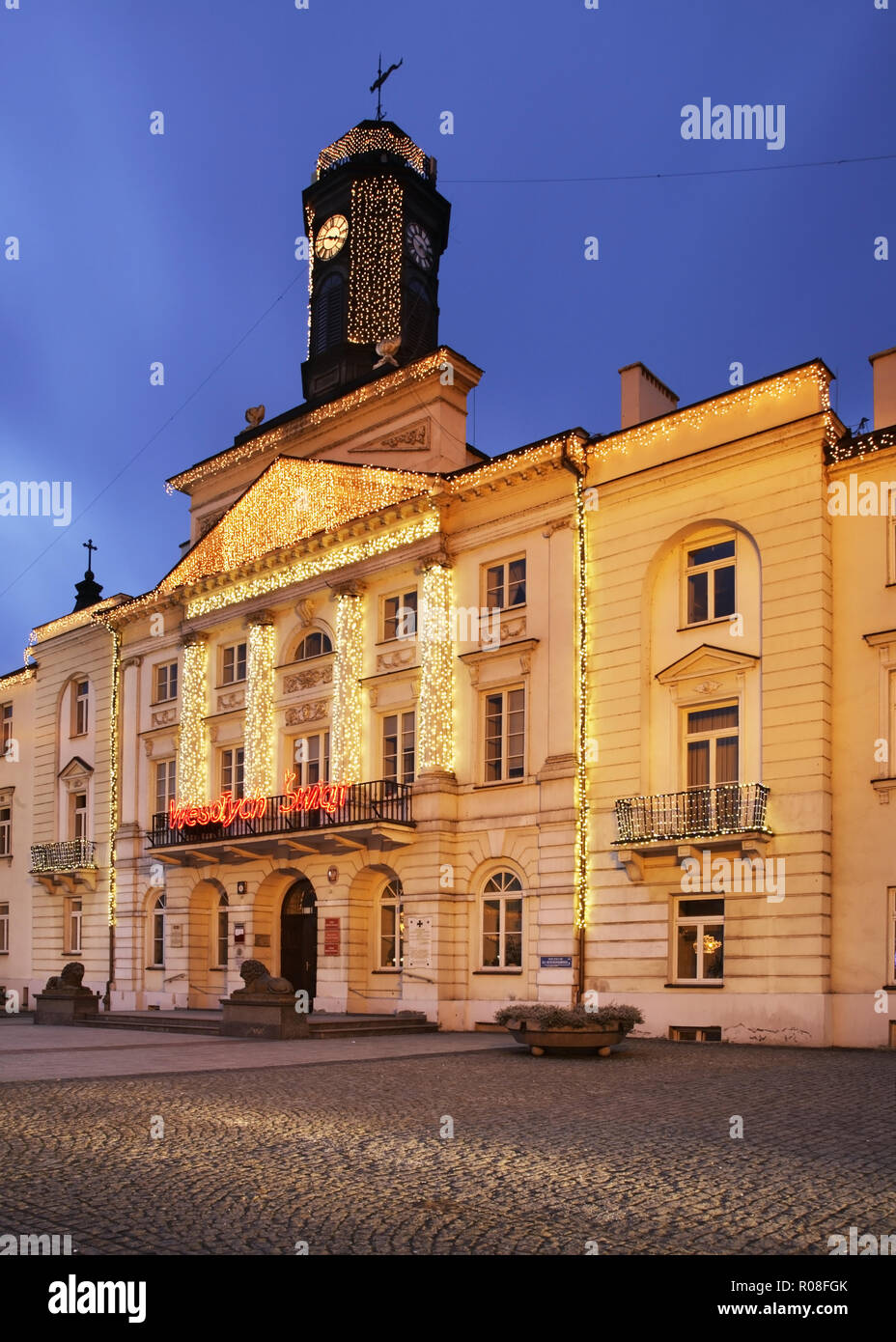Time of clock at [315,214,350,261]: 3:47
